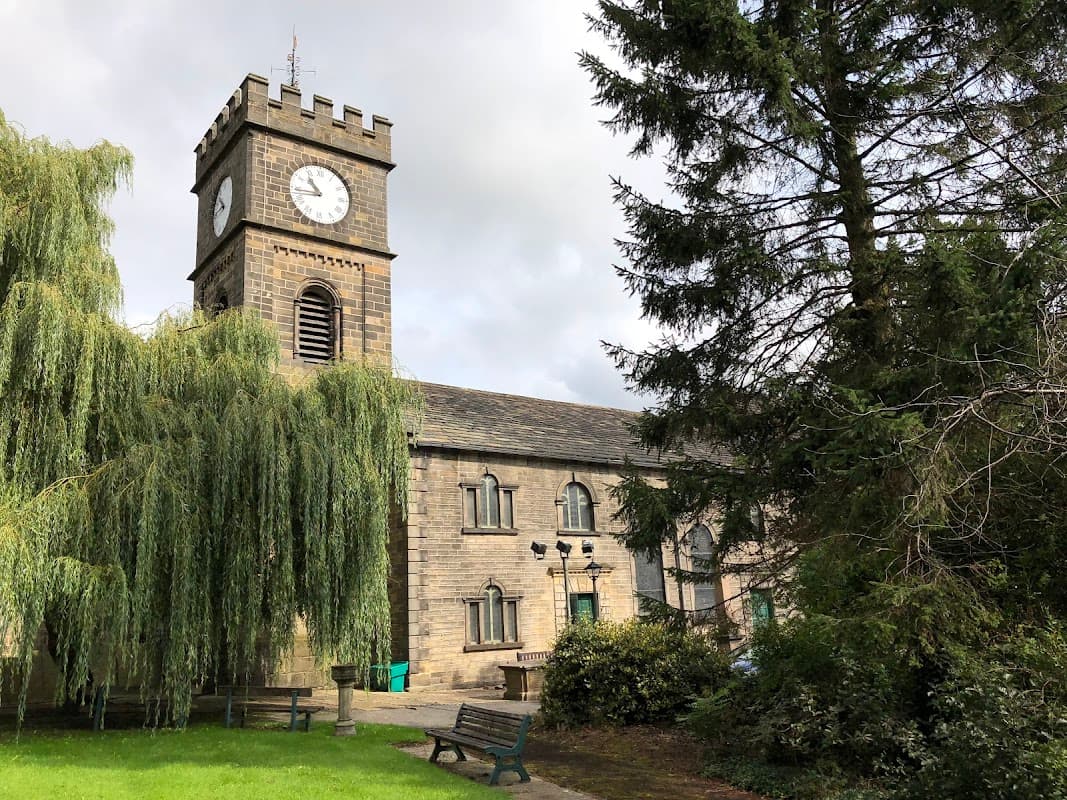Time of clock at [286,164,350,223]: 10:44
